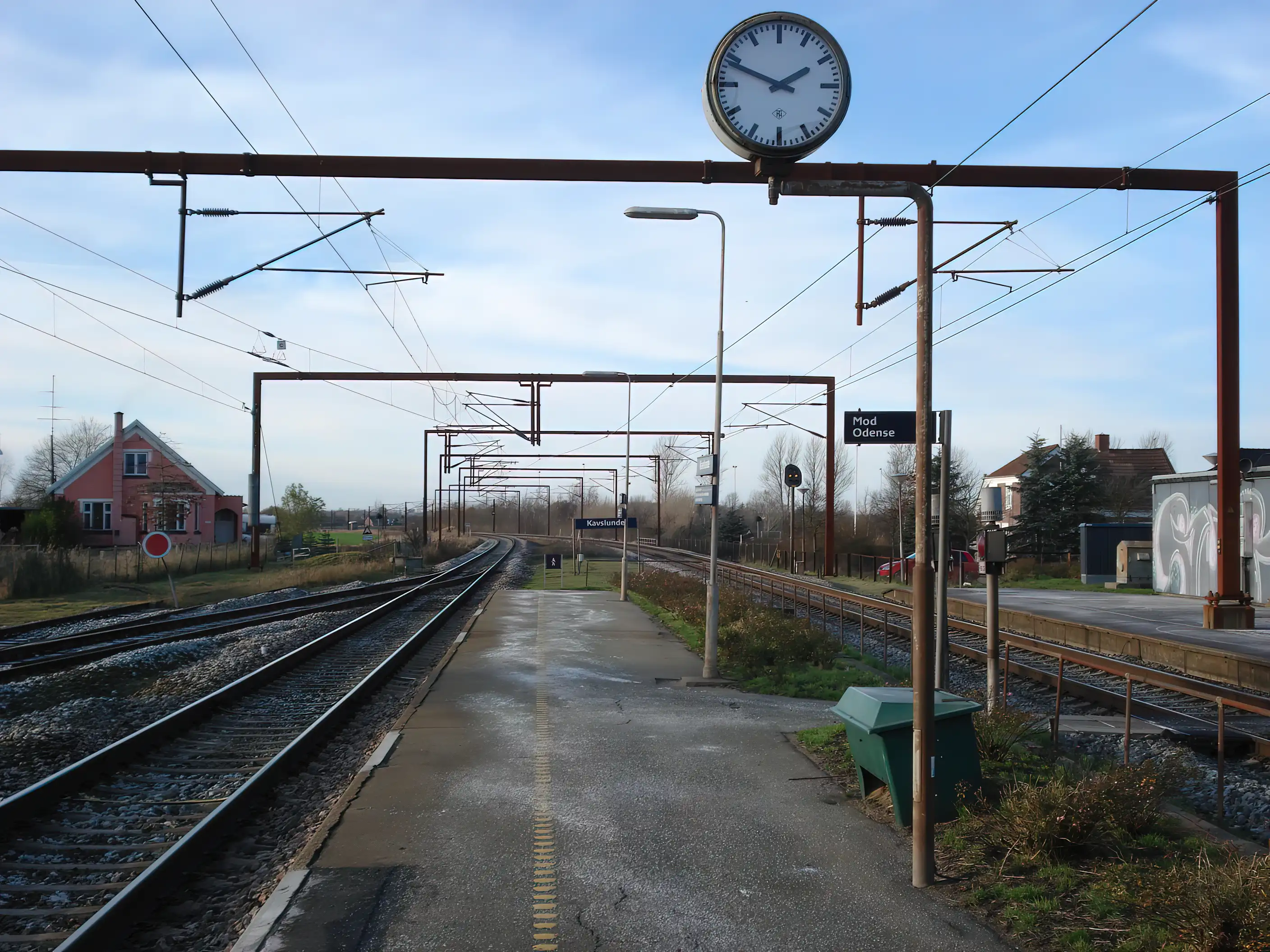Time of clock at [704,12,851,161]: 1:48
